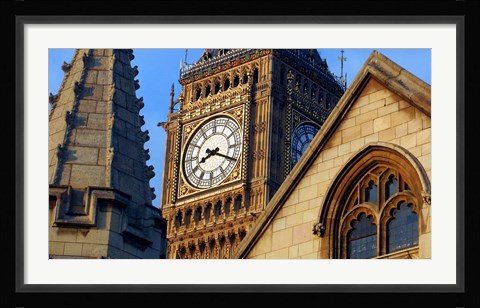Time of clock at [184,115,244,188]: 8:19
